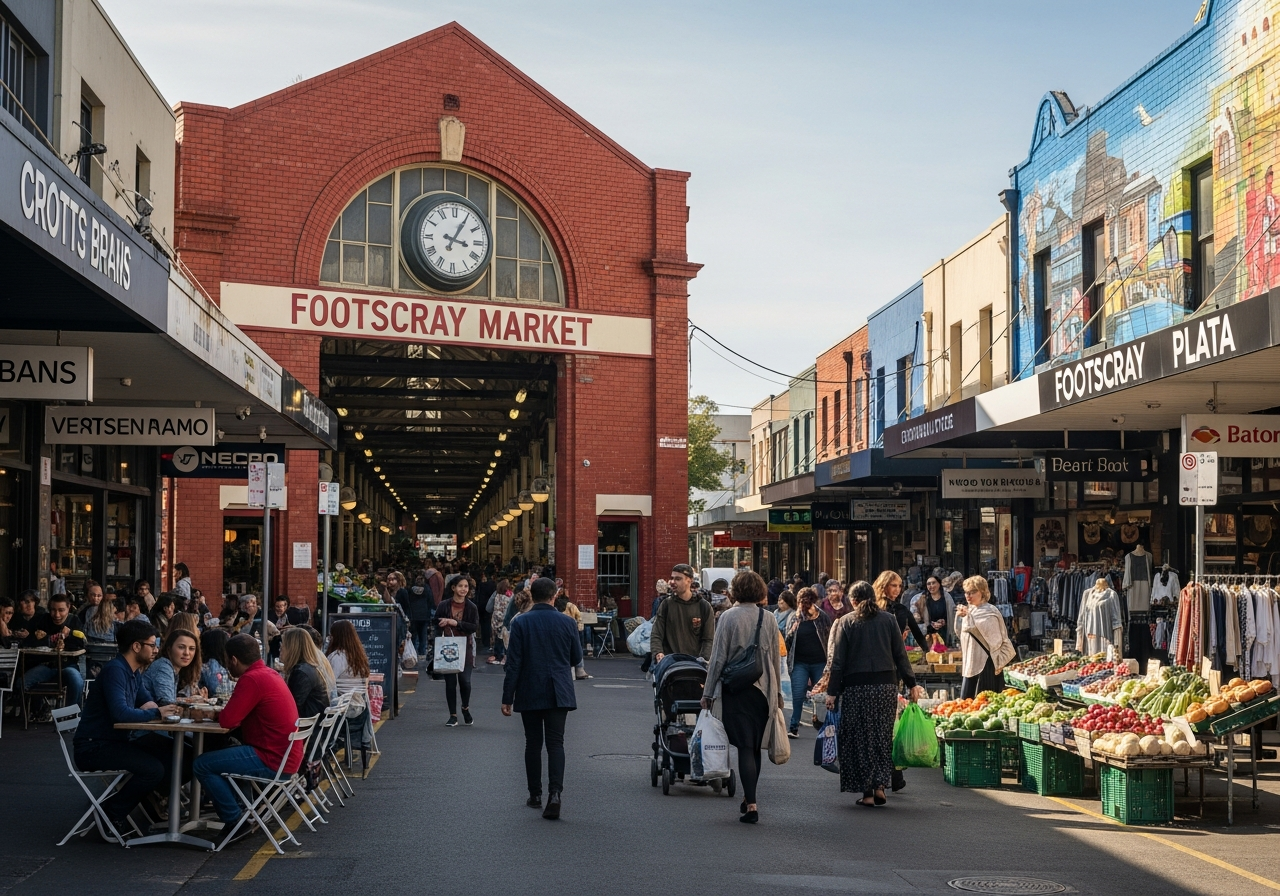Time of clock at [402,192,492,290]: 3:05
